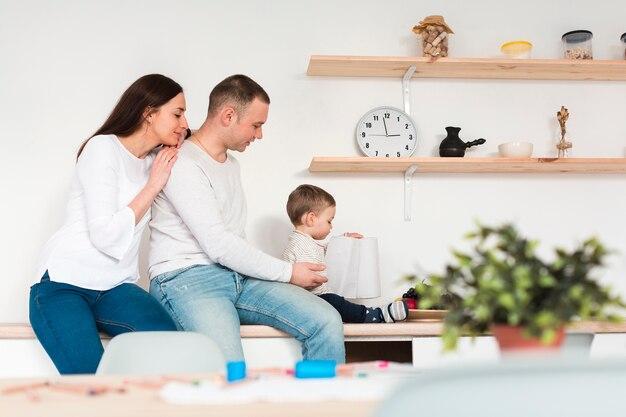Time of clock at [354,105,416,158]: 2:58
